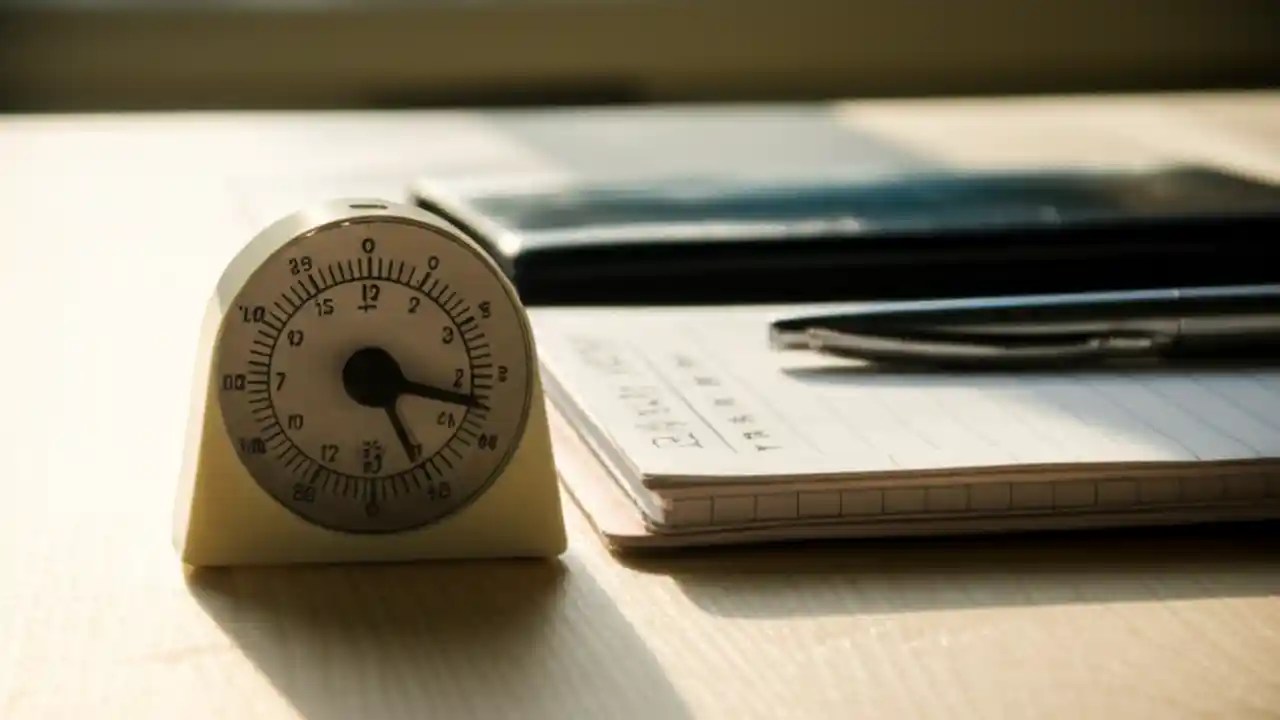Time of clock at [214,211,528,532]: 5:17
